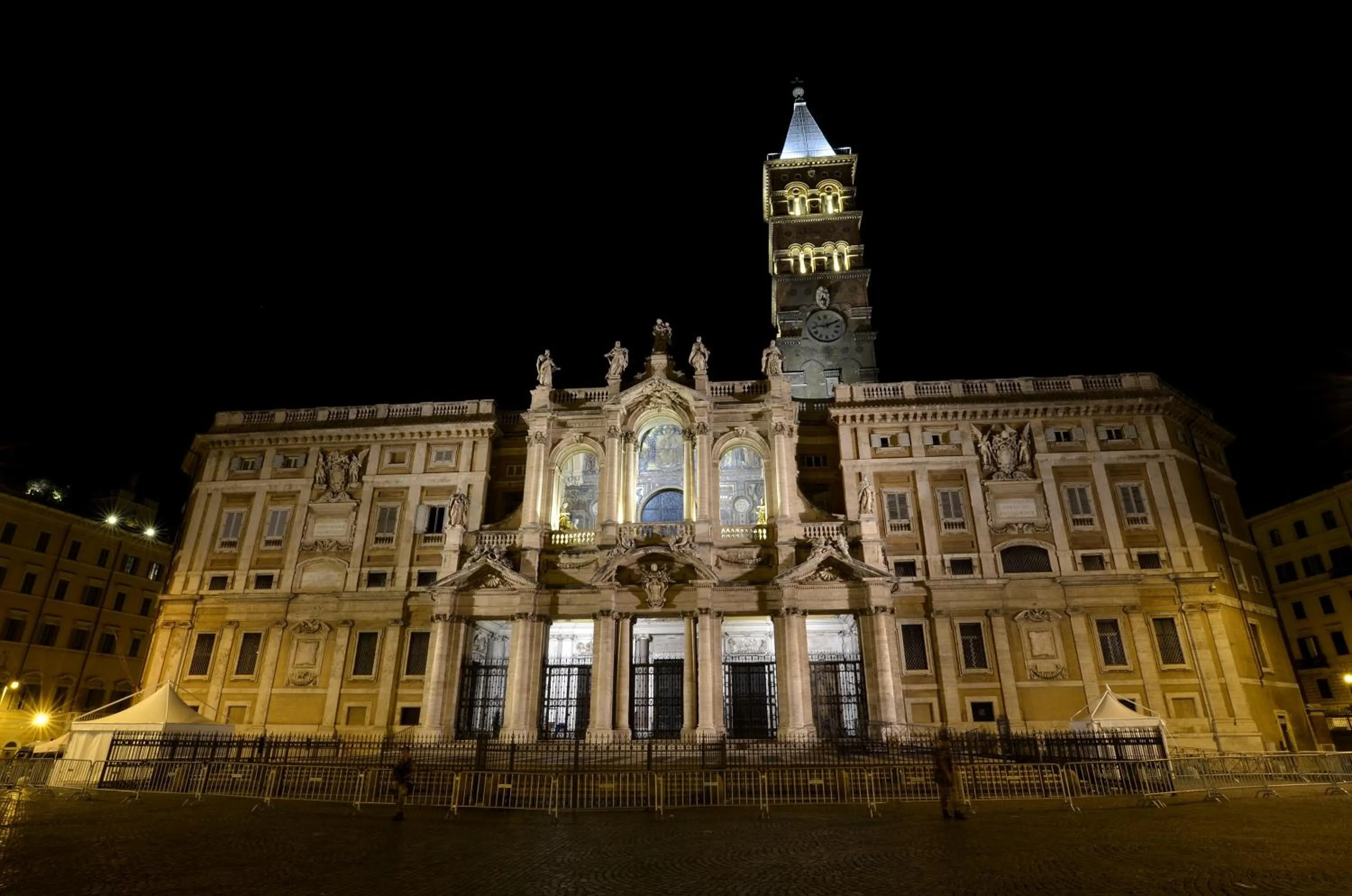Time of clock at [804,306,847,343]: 9:10
